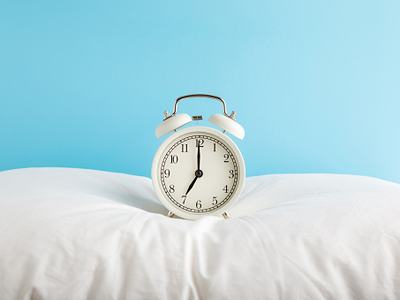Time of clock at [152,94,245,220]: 7:00
